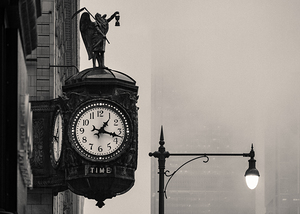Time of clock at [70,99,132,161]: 1:17
